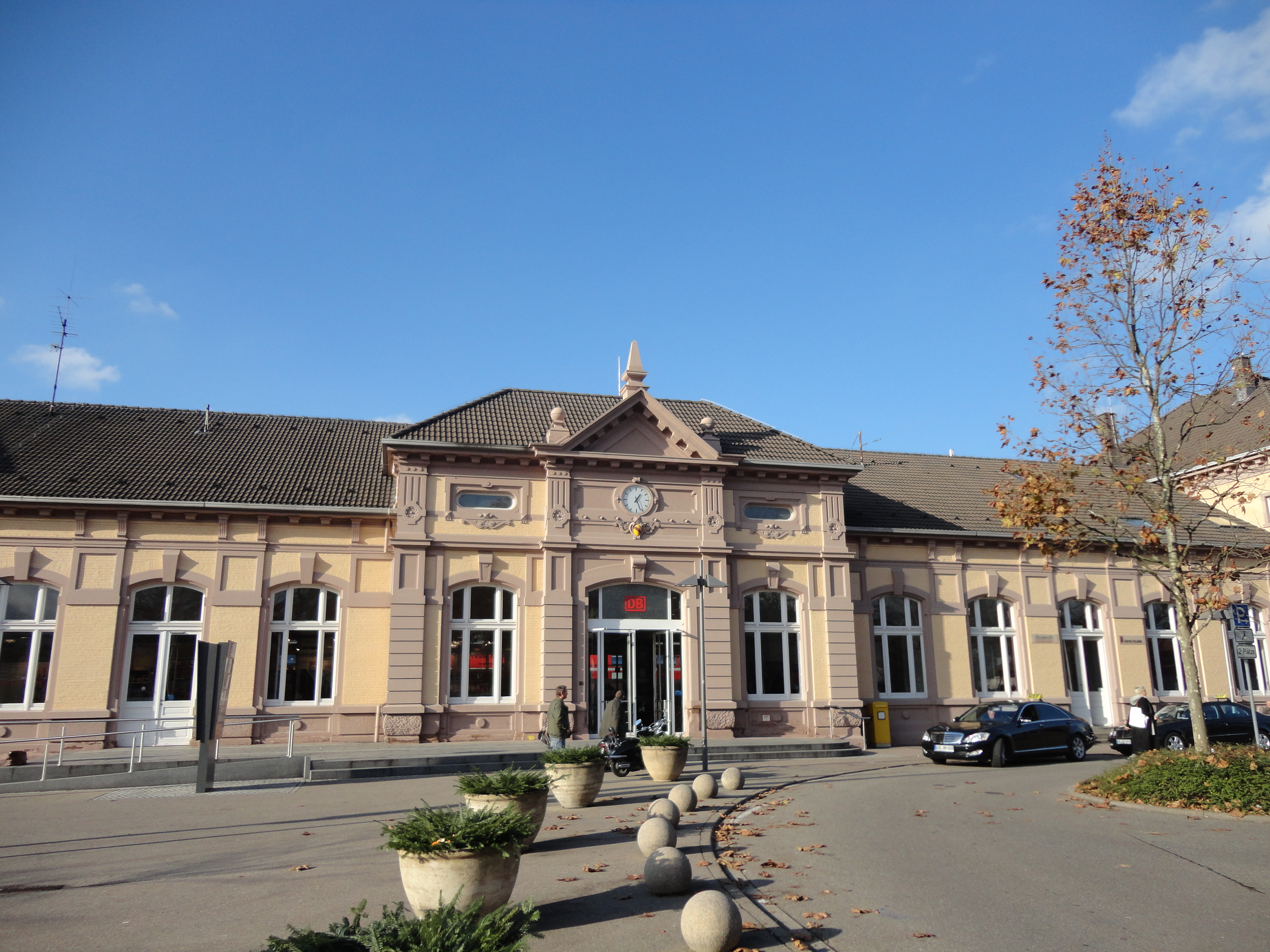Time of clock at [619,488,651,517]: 1:26
